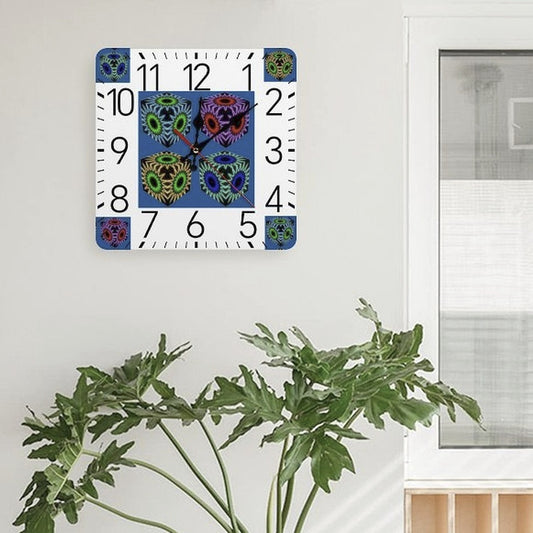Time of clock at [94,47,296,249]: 12:08
